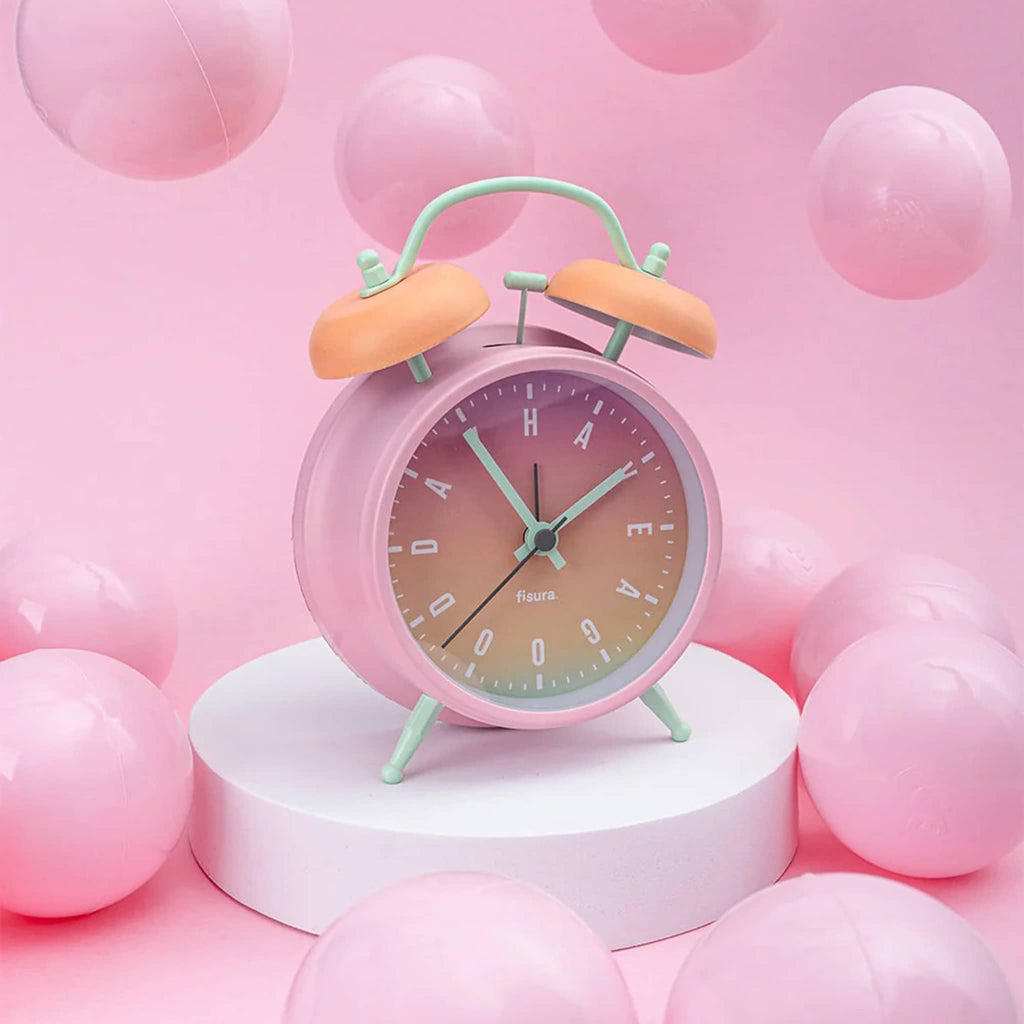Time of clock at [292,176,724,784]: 1:54
